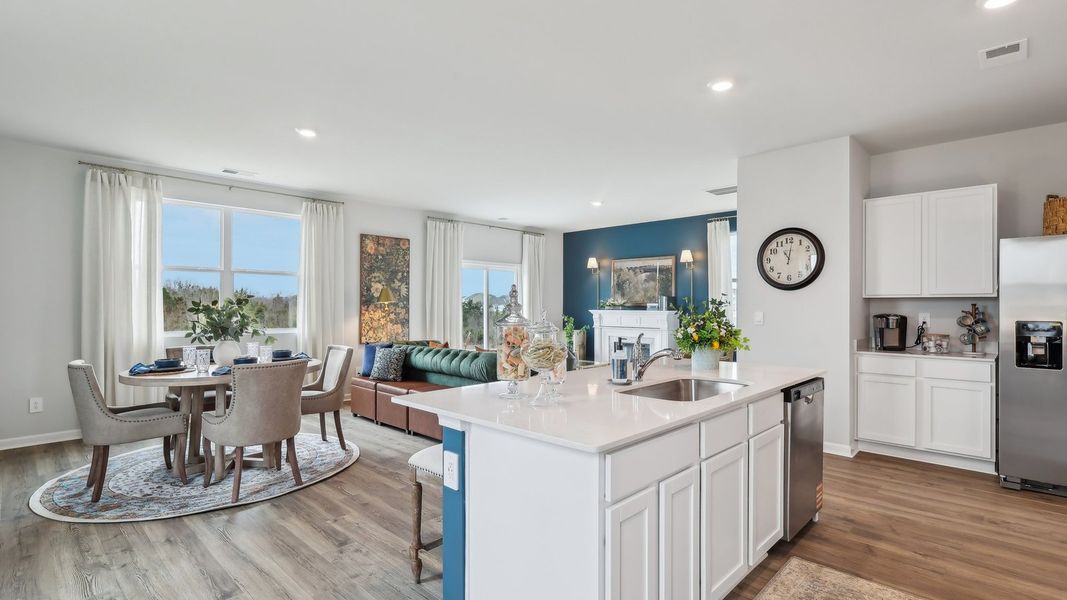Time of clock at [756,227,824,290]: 11:01
